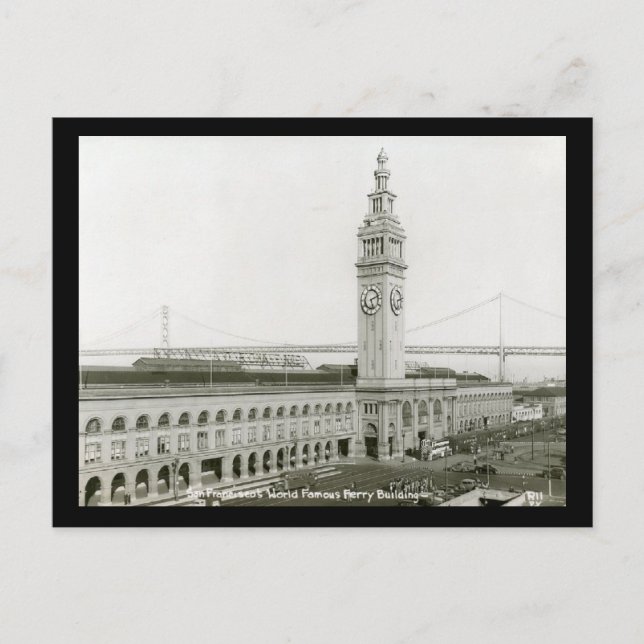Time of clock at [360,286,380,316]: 5:11
